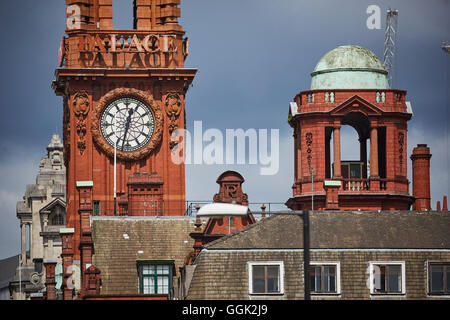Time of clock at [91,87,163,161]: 12:32
